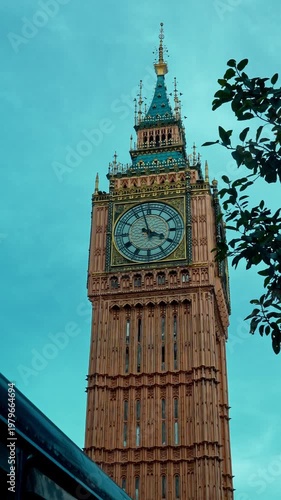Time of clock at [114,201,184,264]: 3:57
